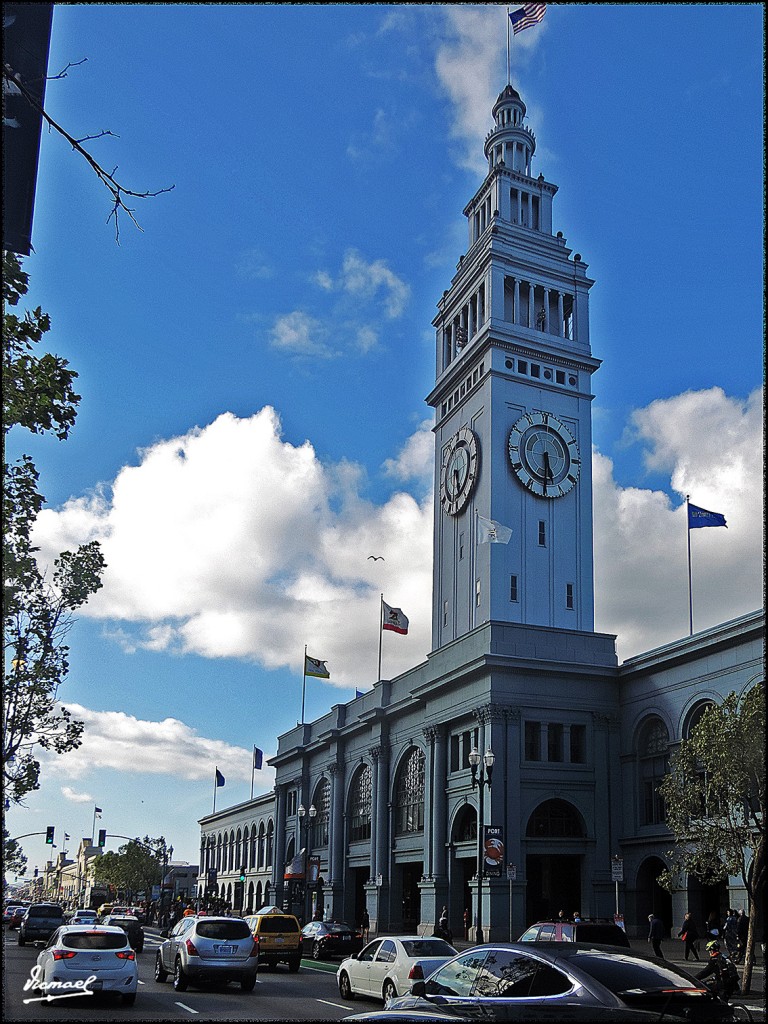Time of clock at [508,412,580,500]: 5:30
